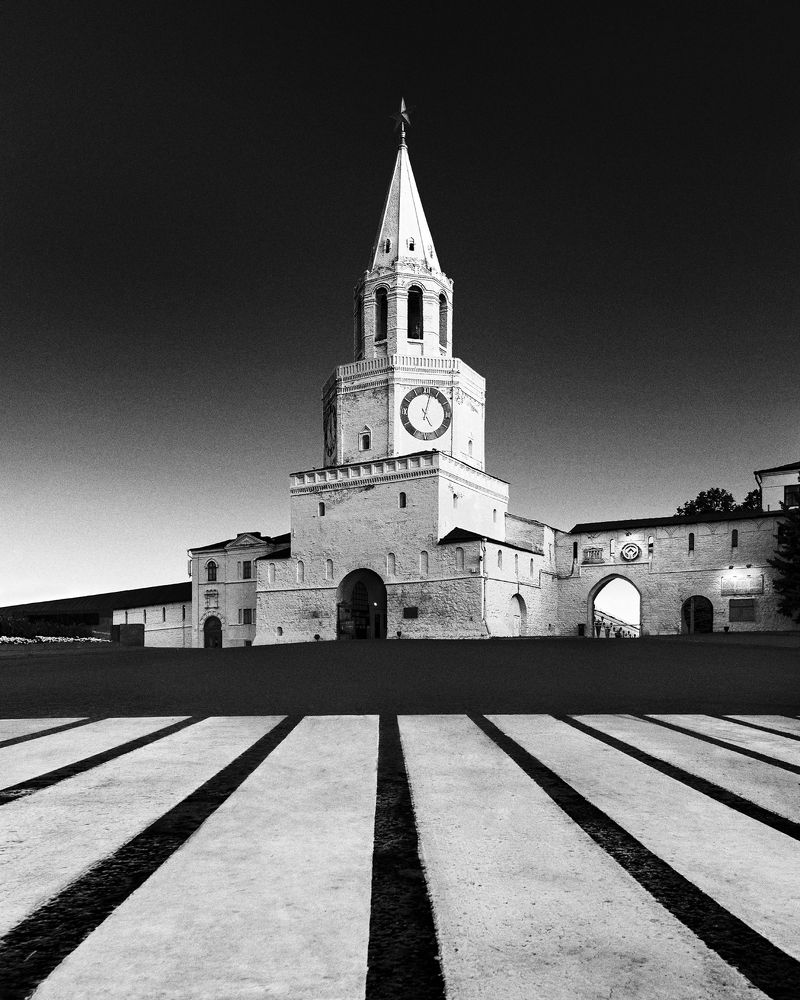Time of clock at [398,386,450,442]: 5:02
